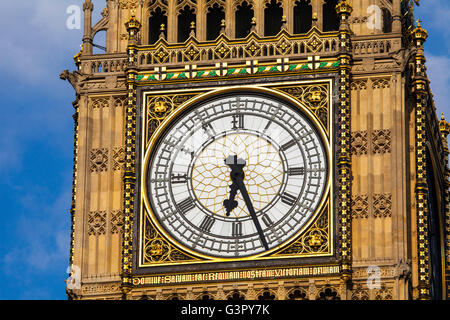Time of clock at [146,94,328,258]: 6:26
